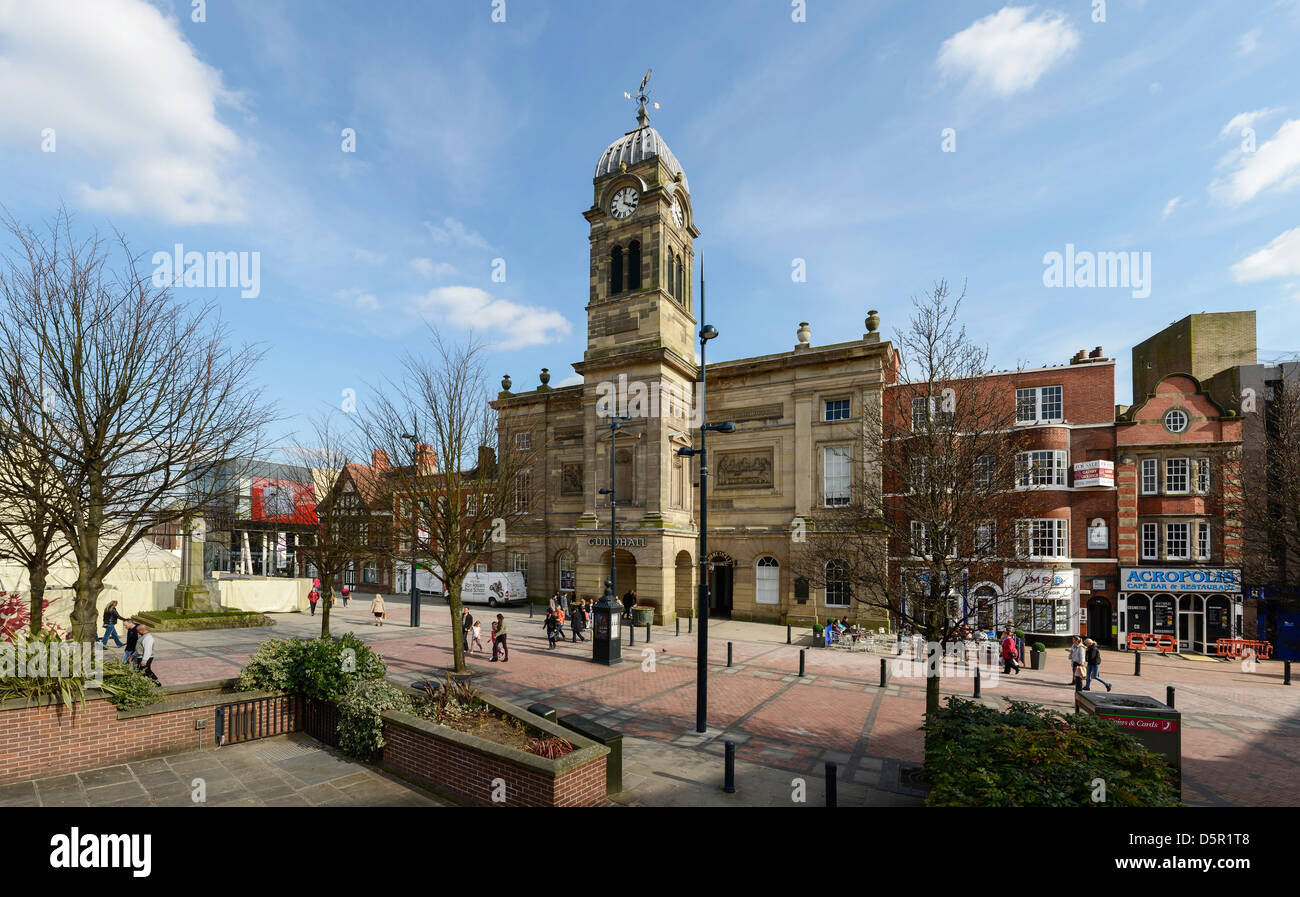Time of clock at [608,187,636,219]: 4:00
